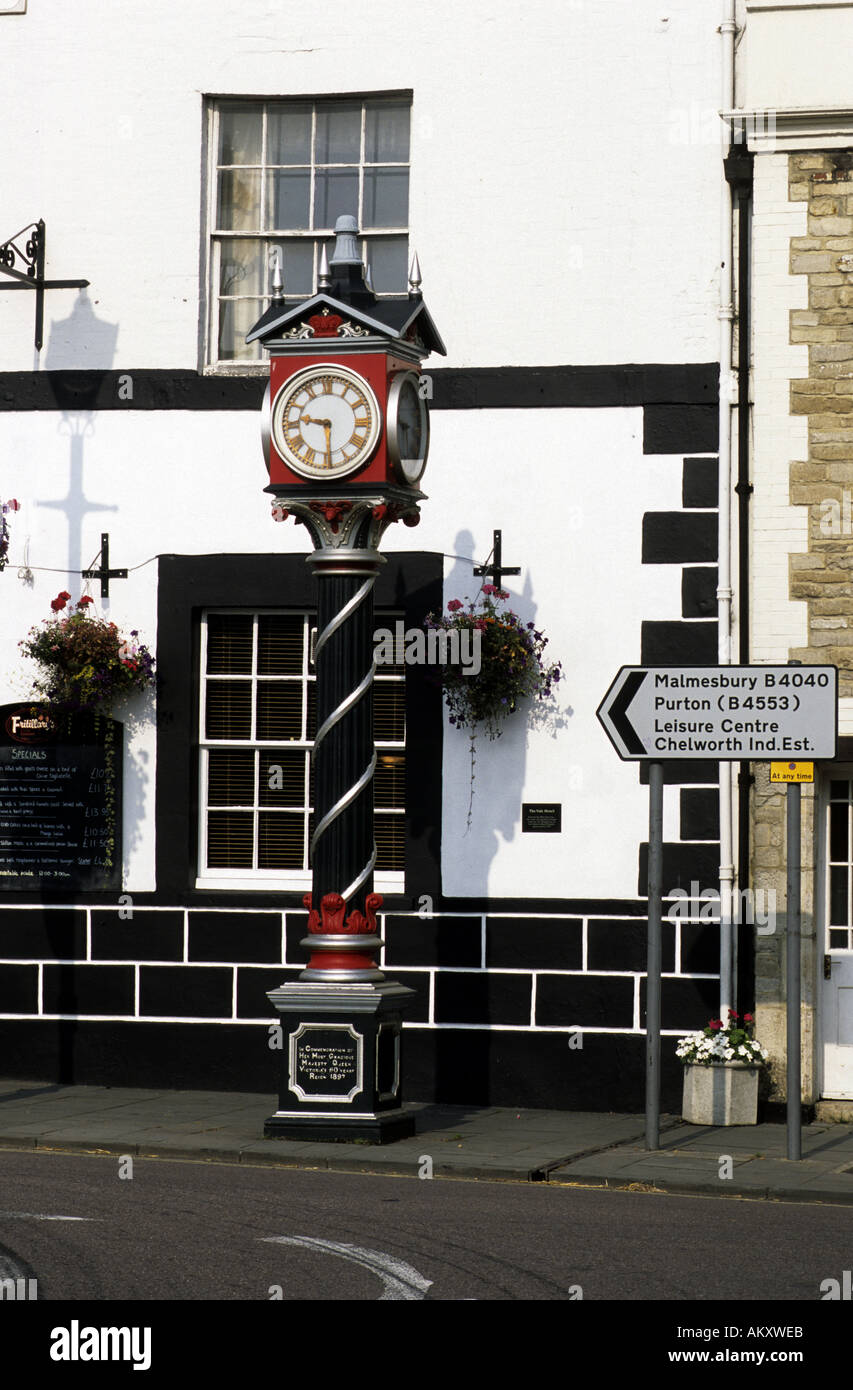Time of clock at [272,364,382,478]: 9:29
